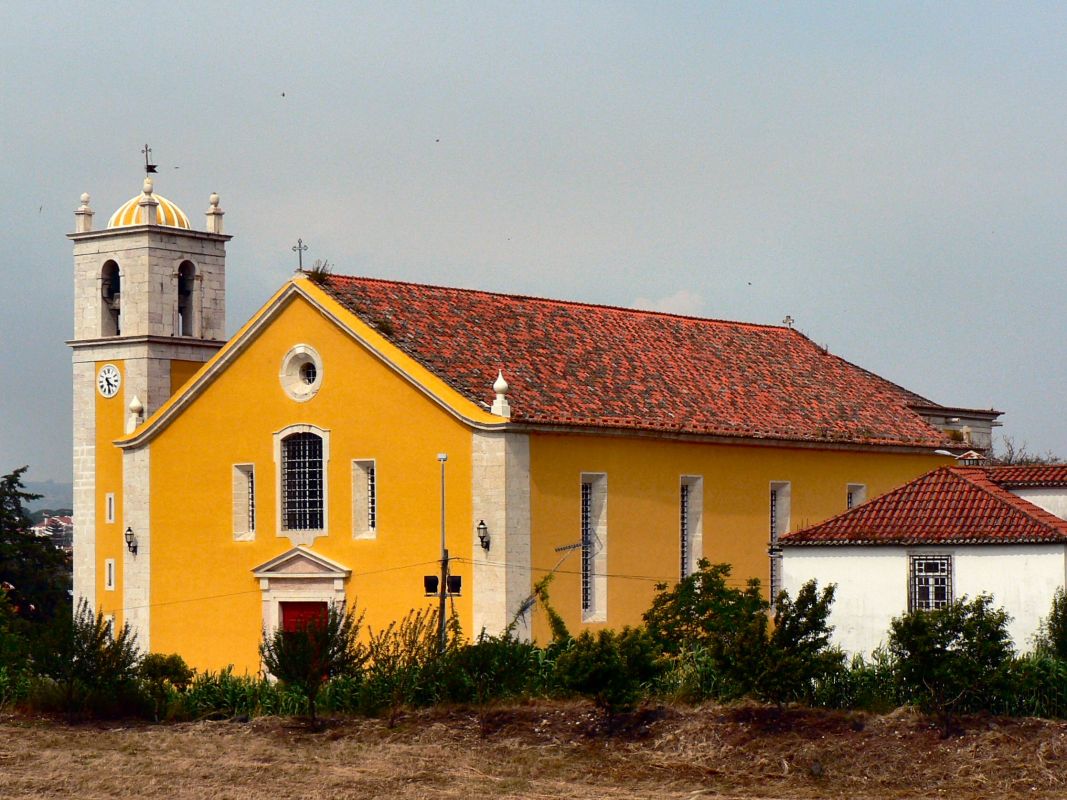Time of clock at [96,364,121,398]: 4:28
